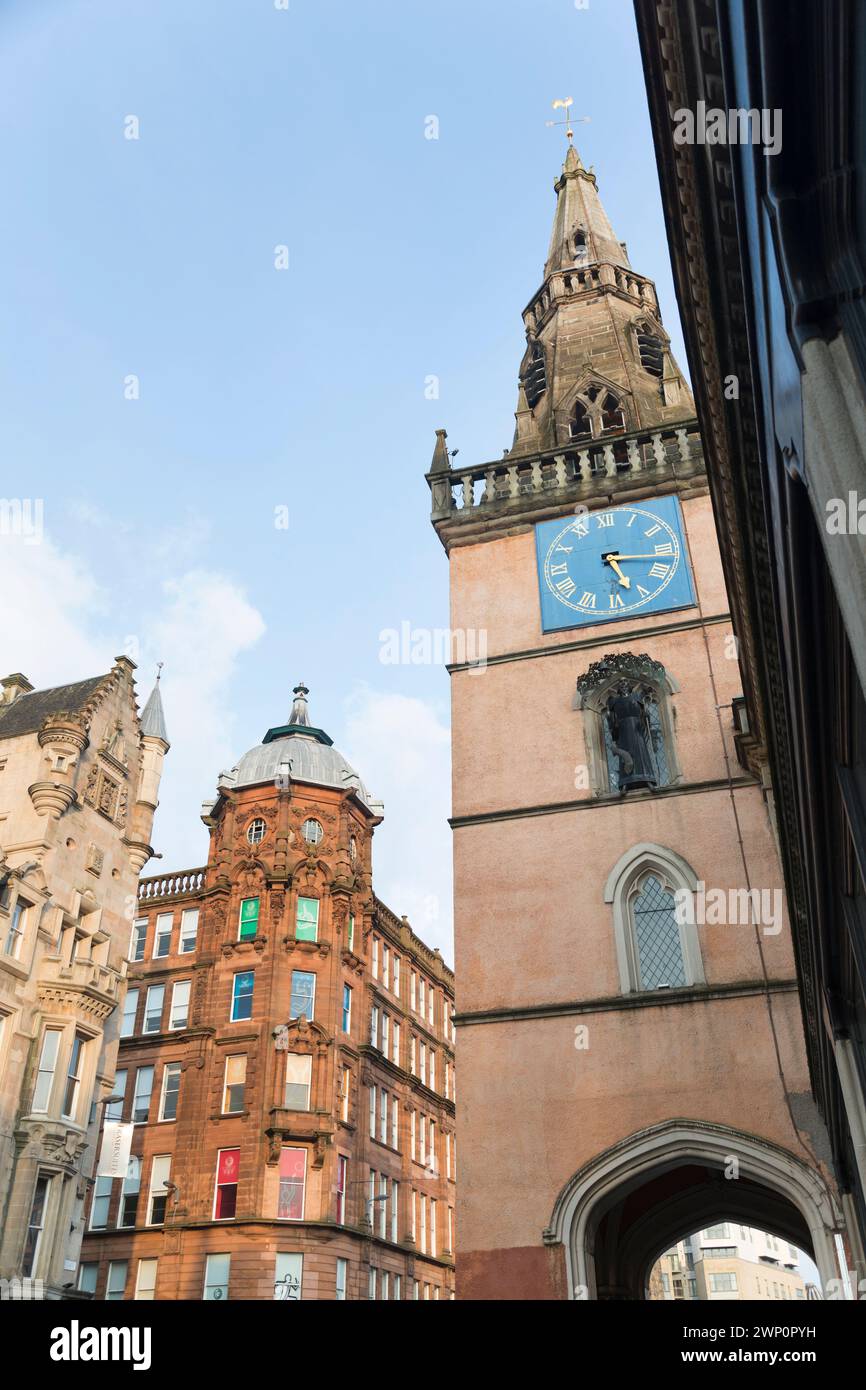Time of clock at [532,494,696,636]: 5:17
